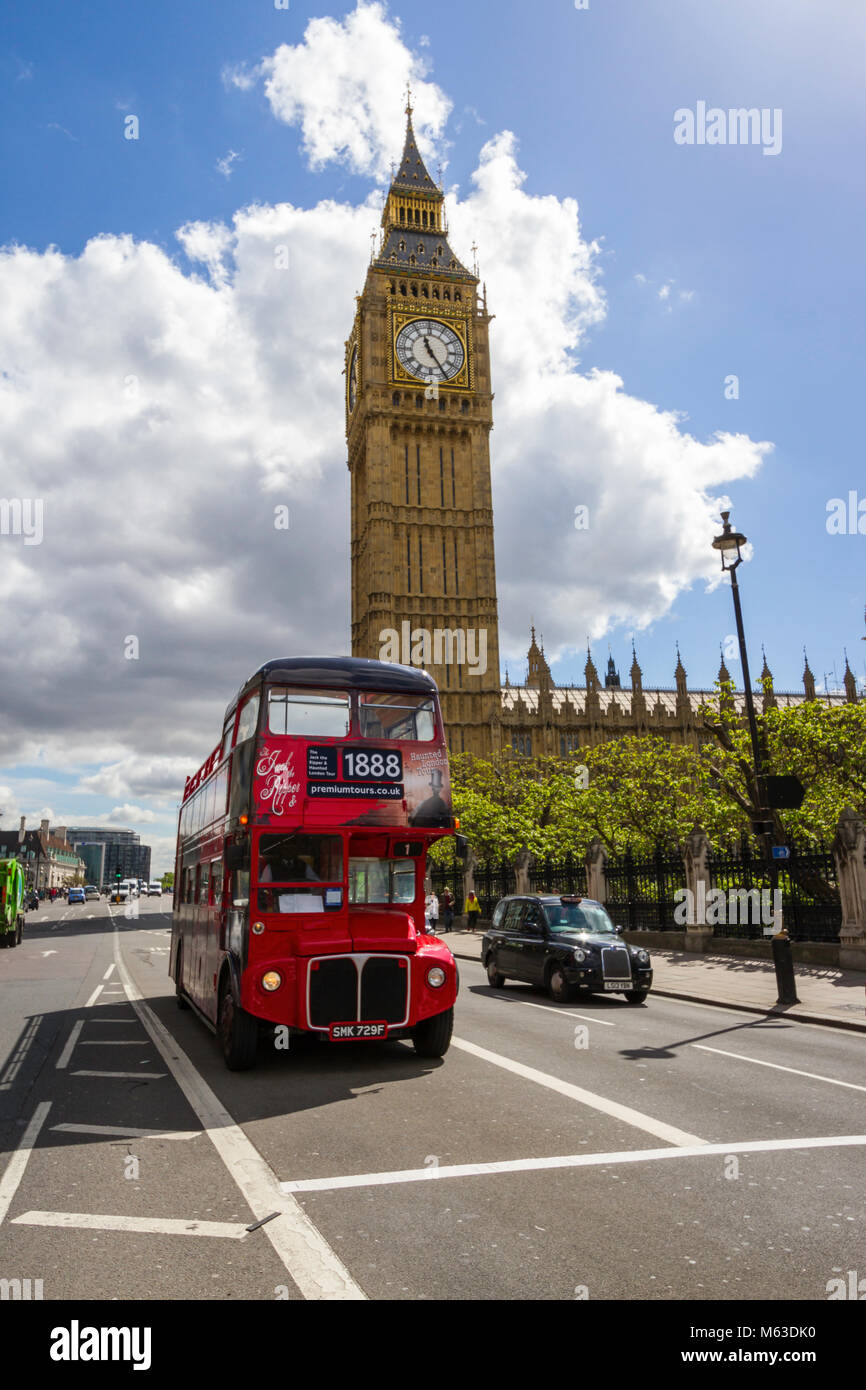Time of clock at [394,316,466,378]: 11:24
